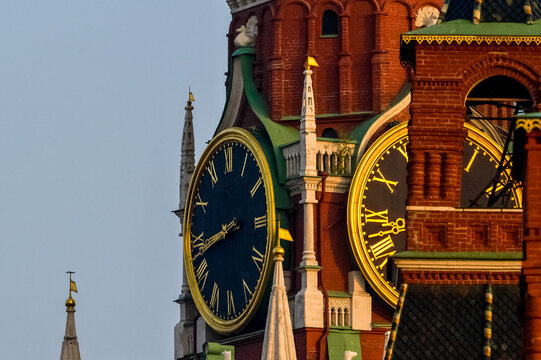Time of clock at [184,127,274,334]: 8:43
